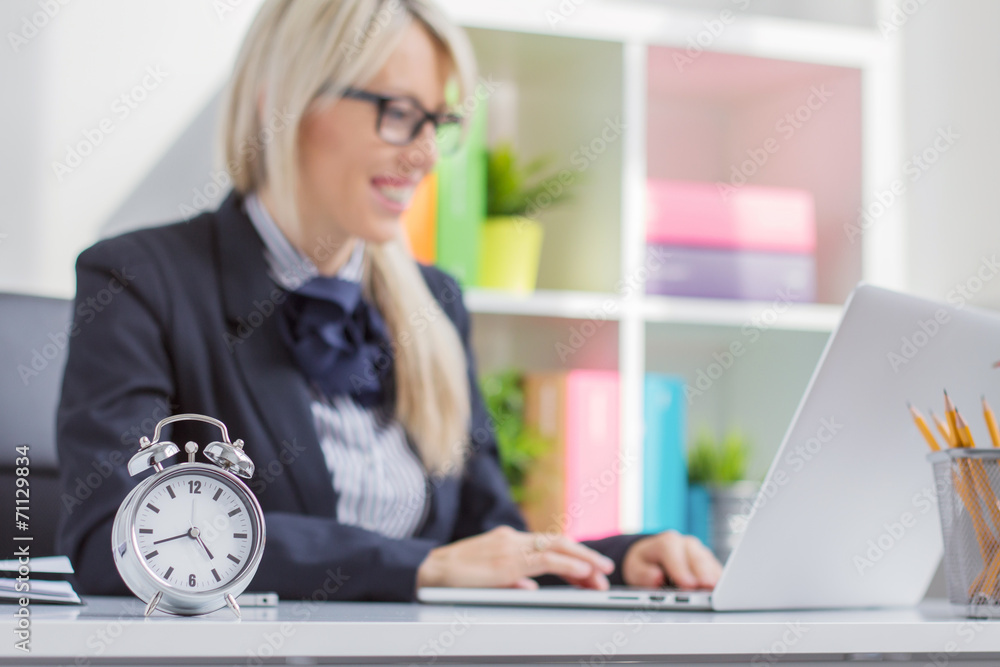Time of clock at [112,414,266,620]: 4:42
